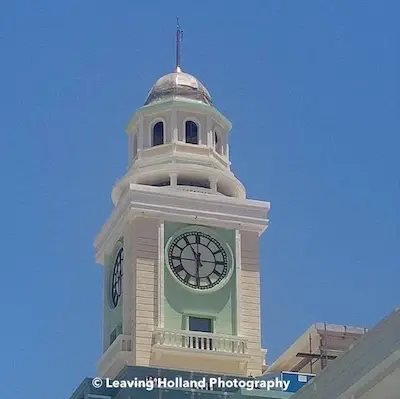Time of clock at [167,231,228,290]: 5:54
